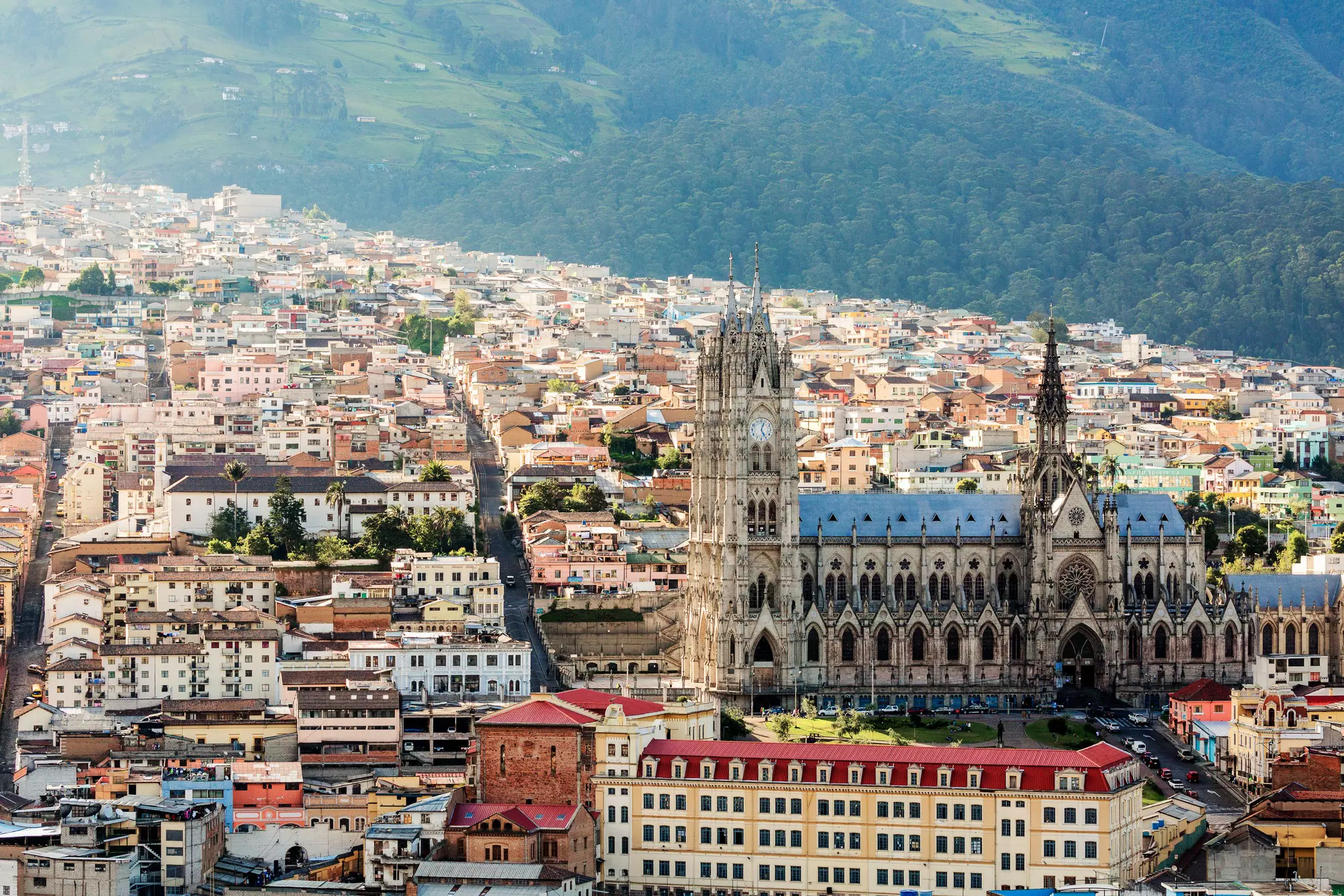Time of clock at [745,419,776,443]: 5:03
